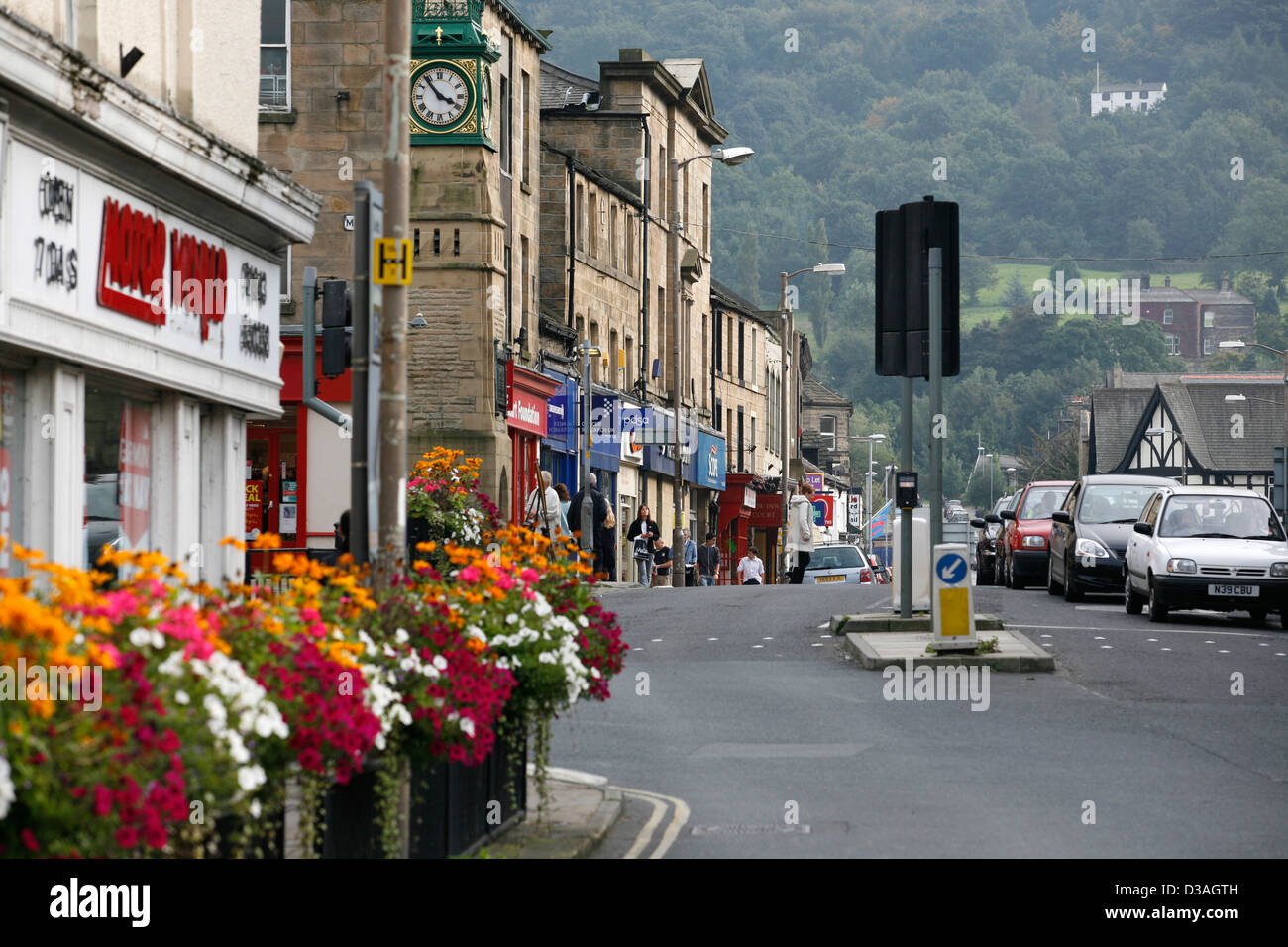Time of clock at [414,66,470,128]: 3:53
